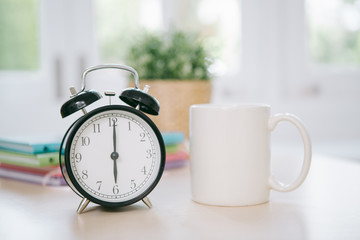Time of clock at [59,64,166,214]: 6:00
